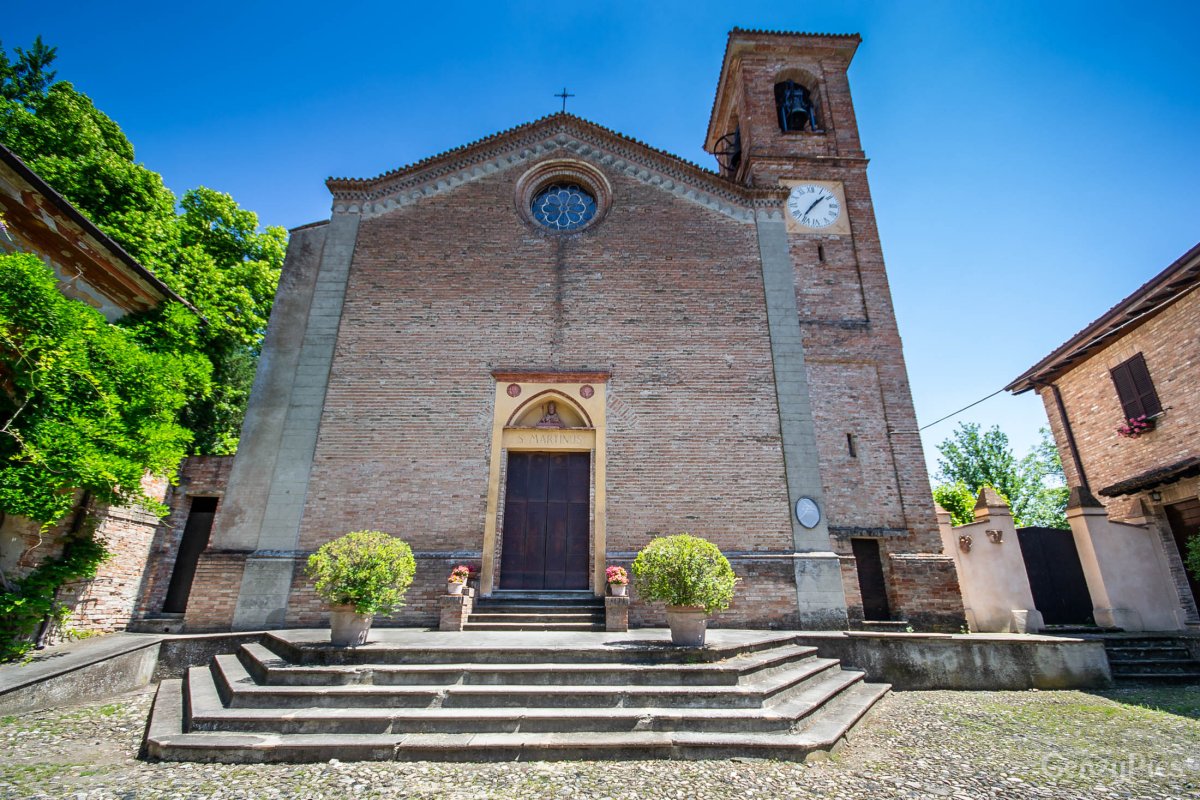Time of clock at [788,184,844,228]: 1:36
